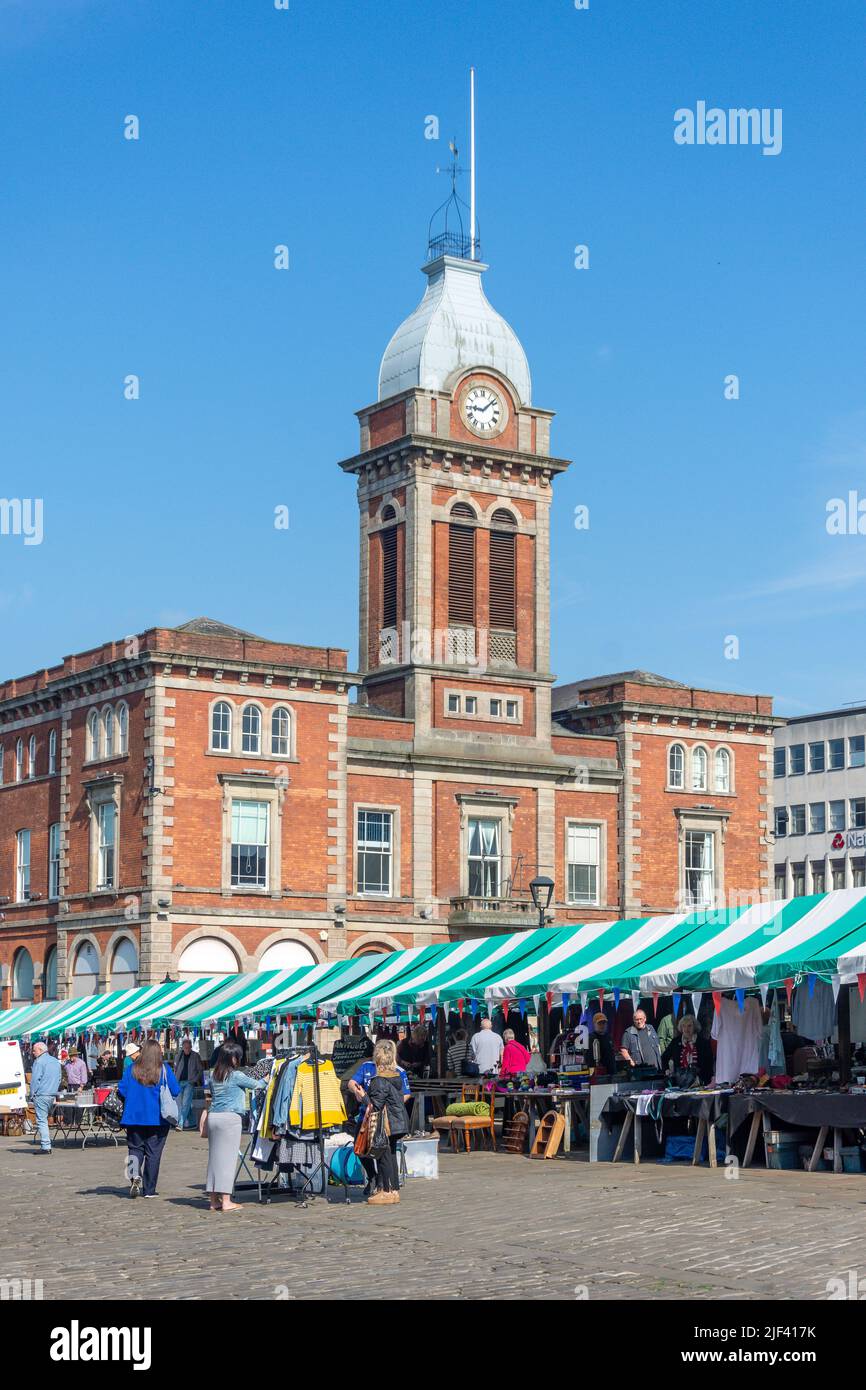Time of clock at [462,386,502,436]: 9:08
